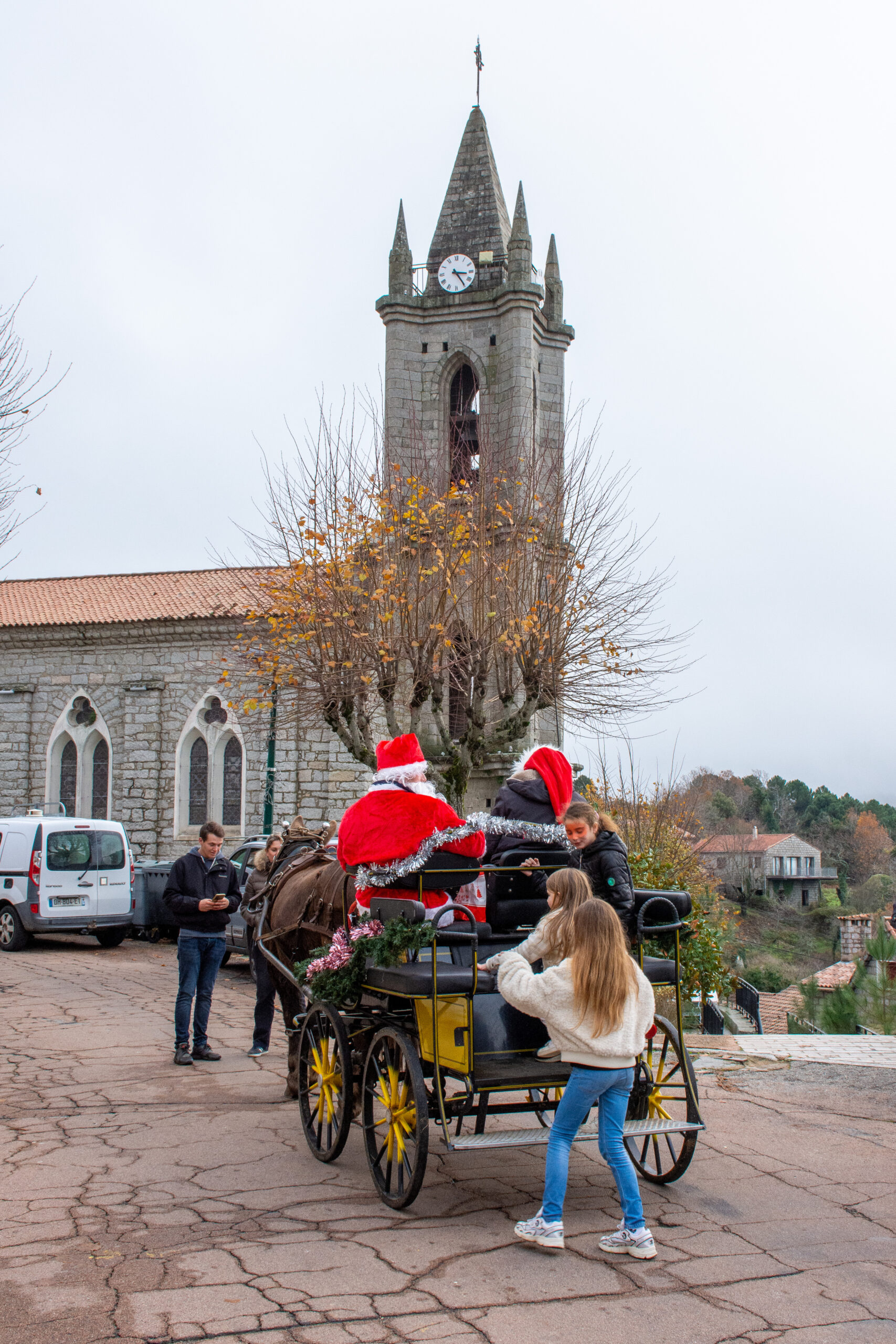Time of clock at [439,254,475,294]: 3:24
